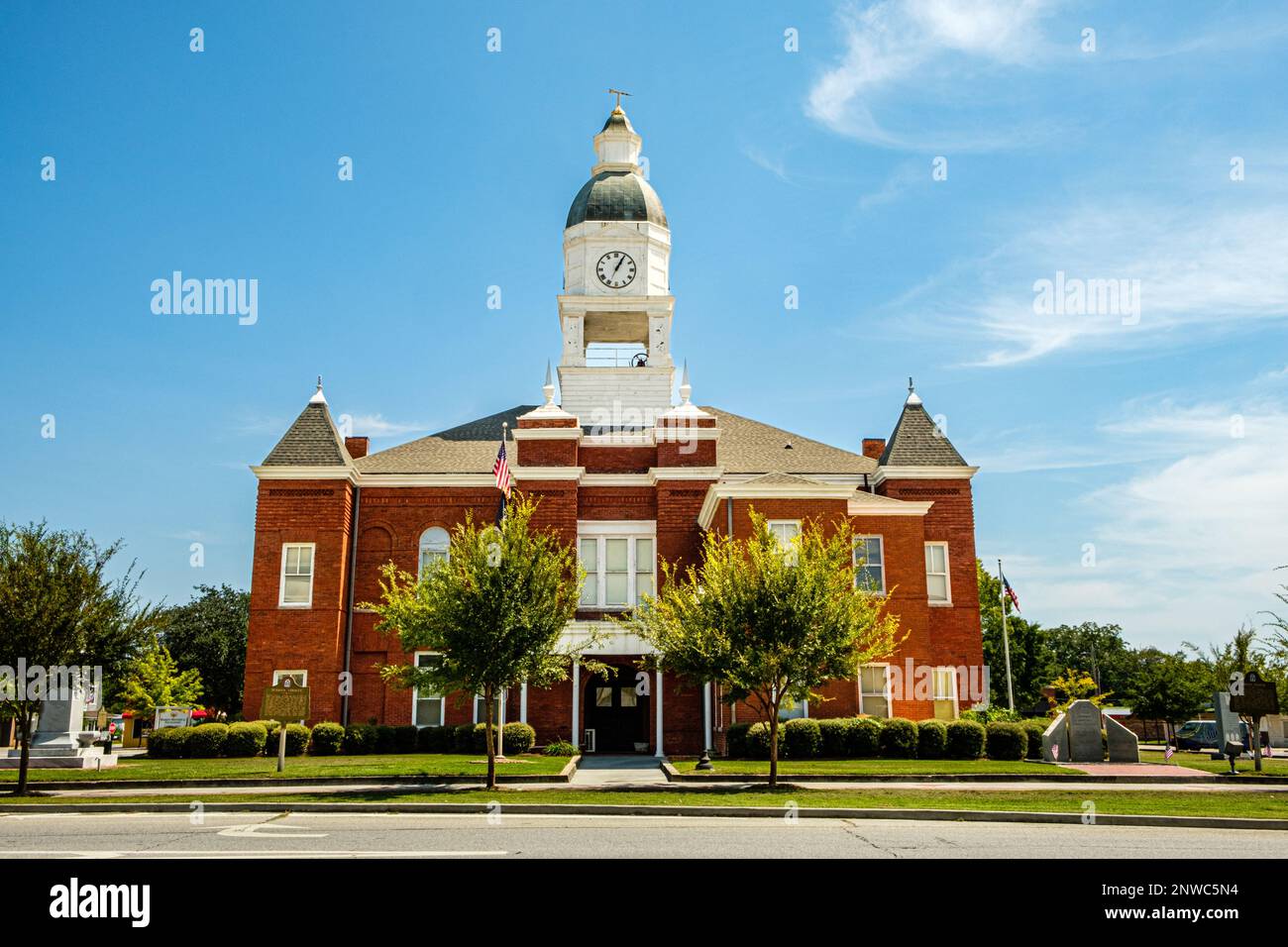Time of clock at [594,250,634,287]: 1:04
